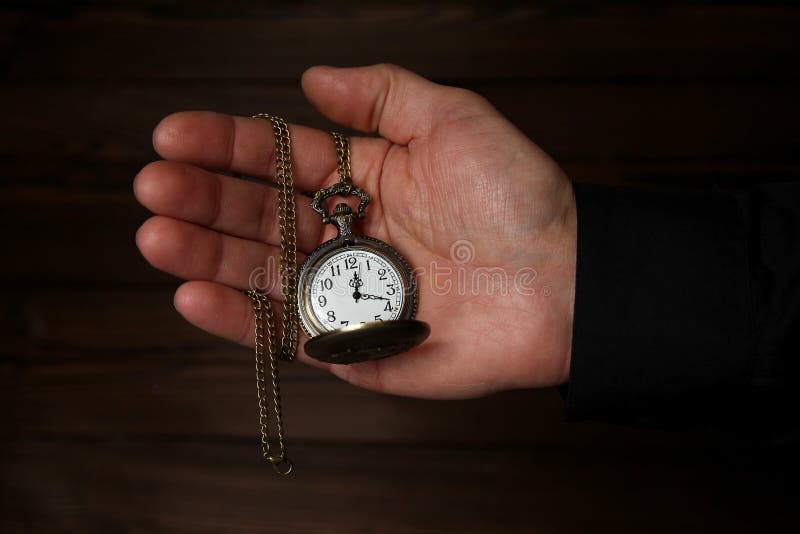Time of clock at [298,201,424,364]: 12:17
